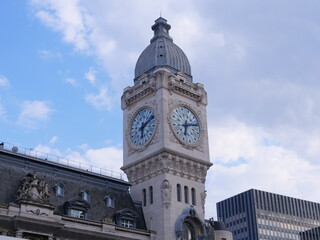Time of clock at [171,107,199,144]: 6:13
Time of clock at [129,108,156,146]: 6:10
